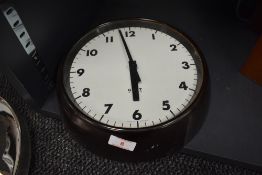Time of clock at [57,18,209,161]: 5:57
